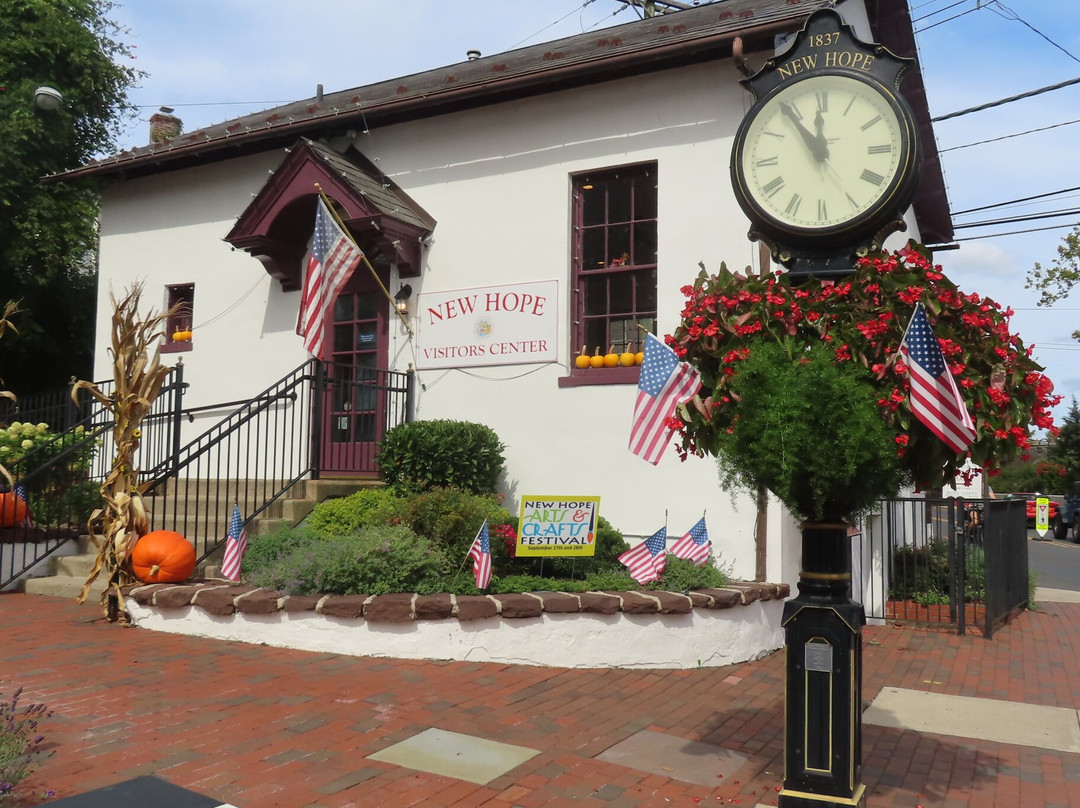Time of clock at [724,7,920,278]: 11:54
